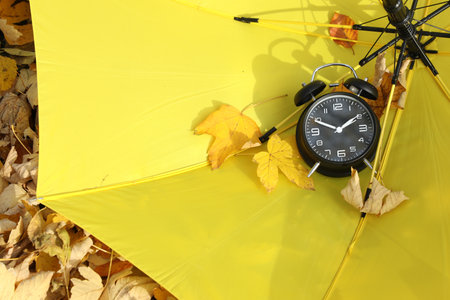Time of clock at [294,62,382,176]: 1:49
